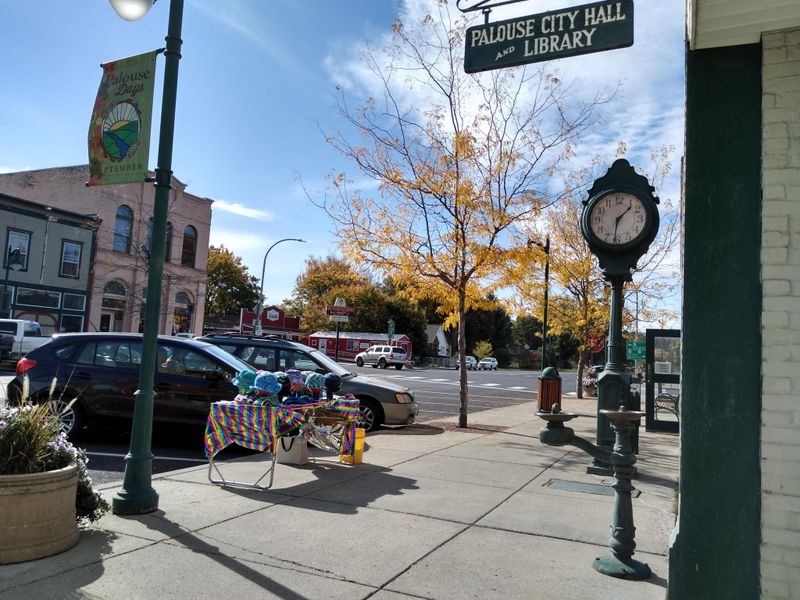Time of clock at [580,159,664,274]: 1:32
